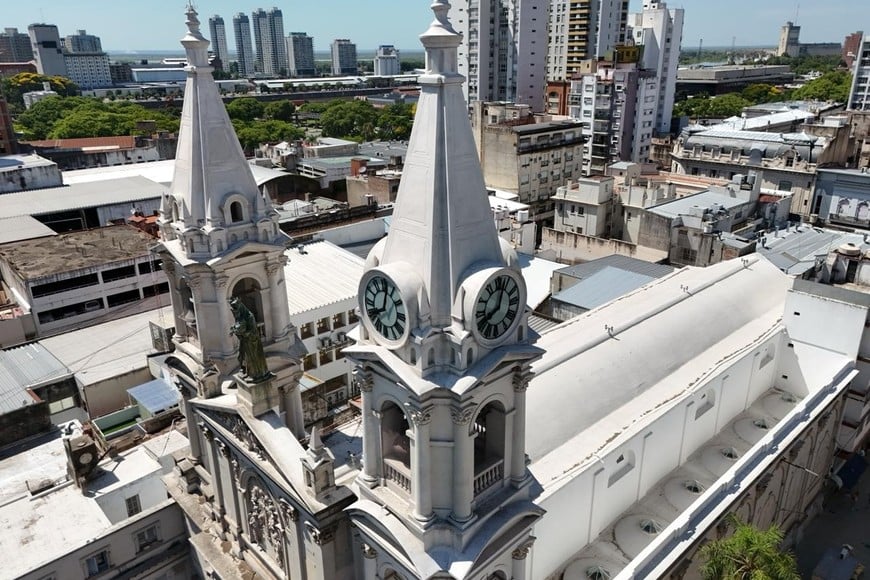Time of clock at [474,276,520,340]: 8:03
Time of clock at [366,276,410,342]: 8:01
